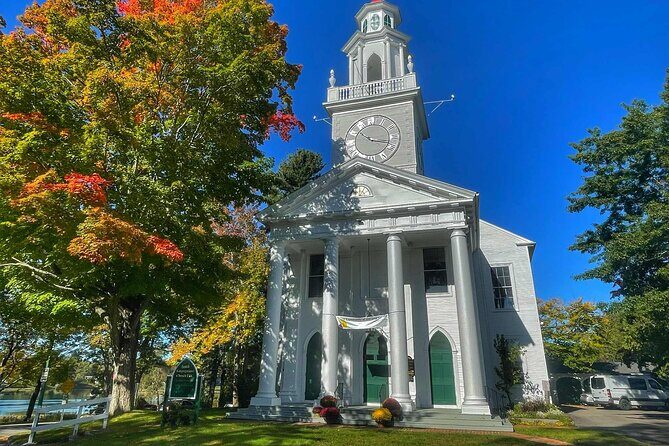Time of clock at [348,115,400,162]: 10:17
